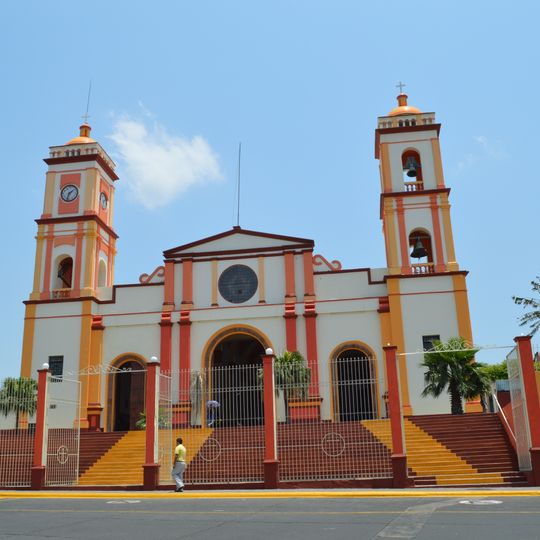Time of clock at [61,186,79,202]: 1:32
